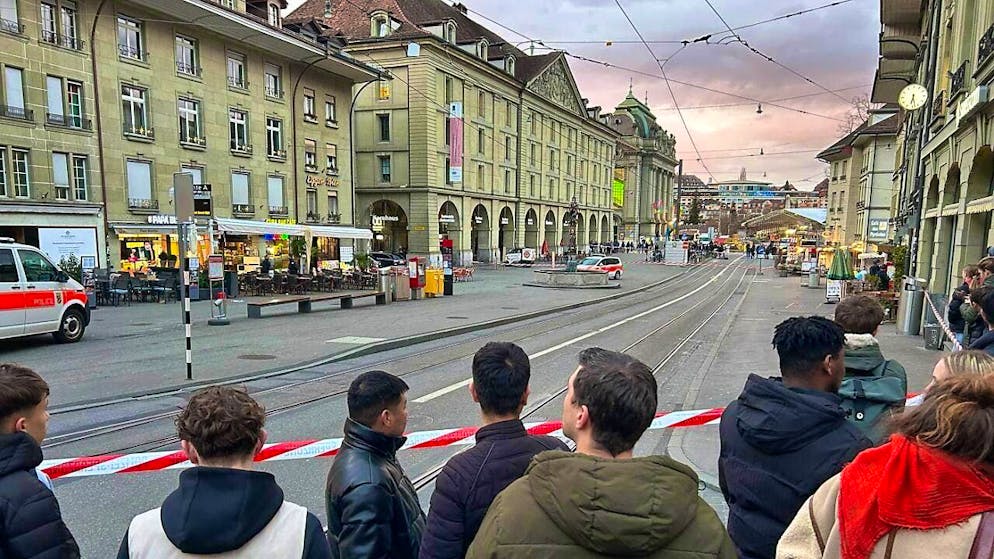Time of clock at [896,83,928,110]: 6:27
